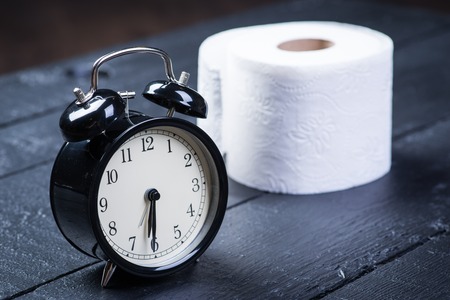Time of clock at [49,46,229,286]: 6:30
